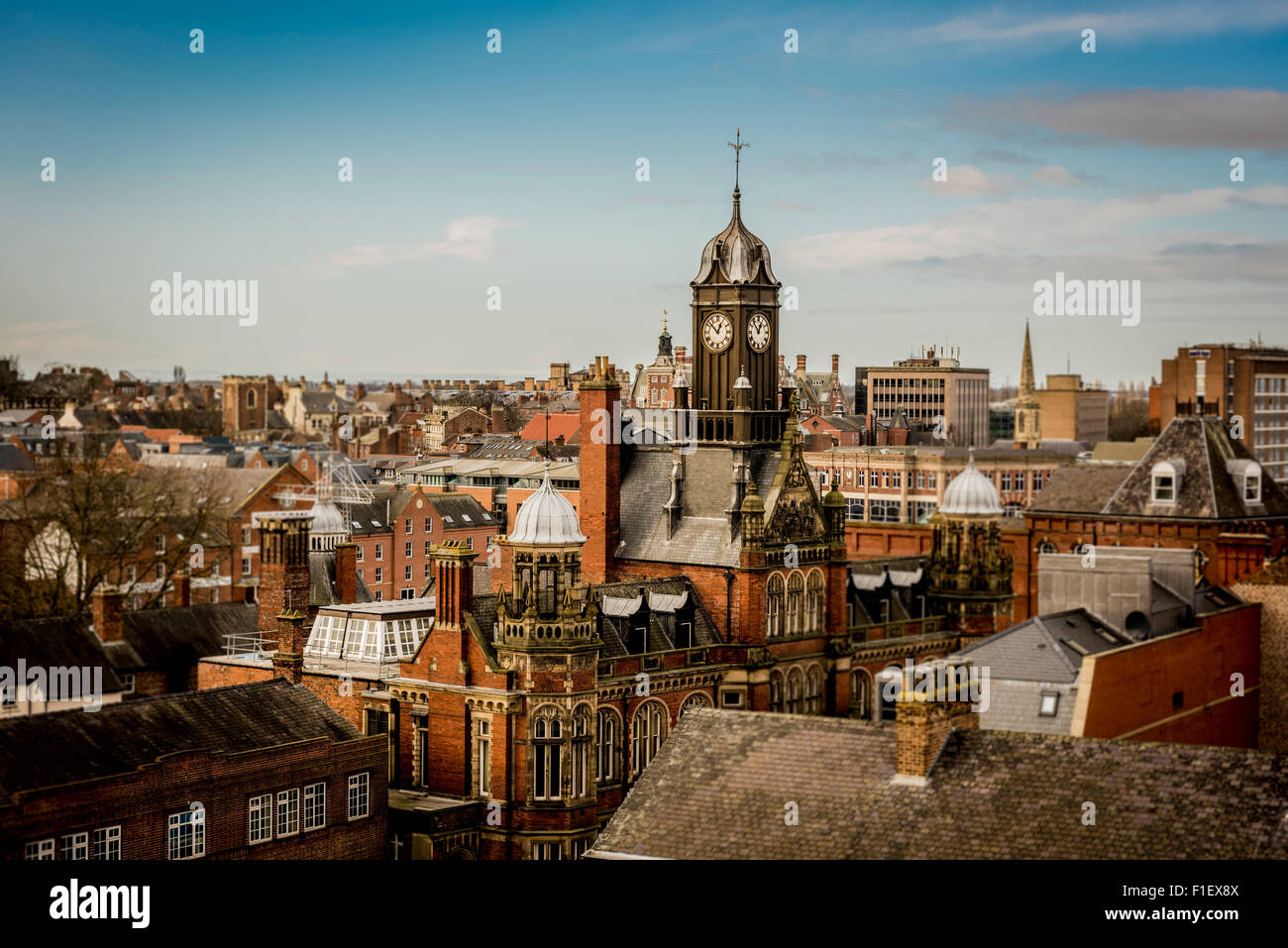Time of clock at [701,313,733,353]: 12:52
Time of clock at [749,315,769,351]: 12:52
